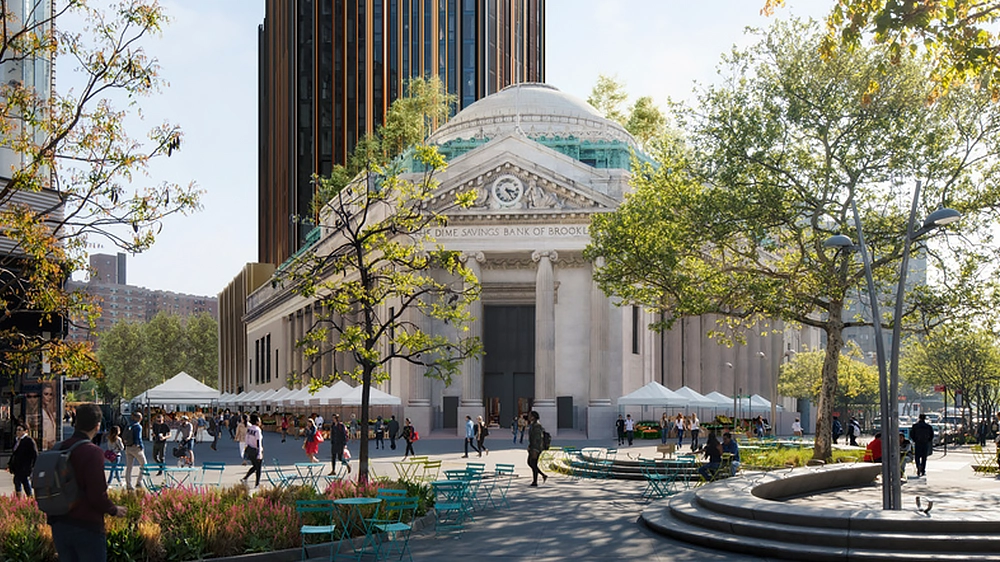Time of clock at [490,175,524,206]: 3:24
